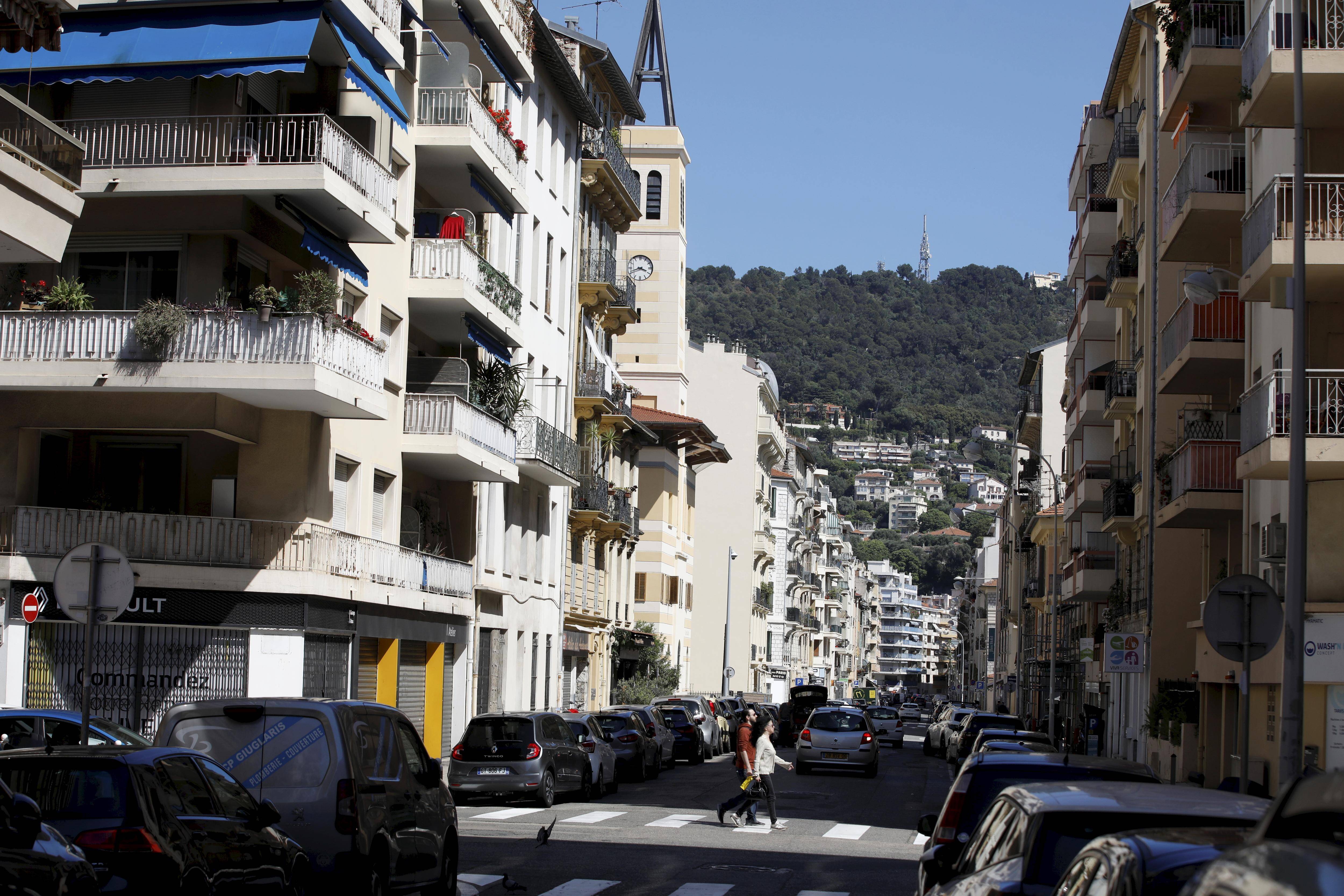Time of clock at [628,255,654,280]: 3:41
